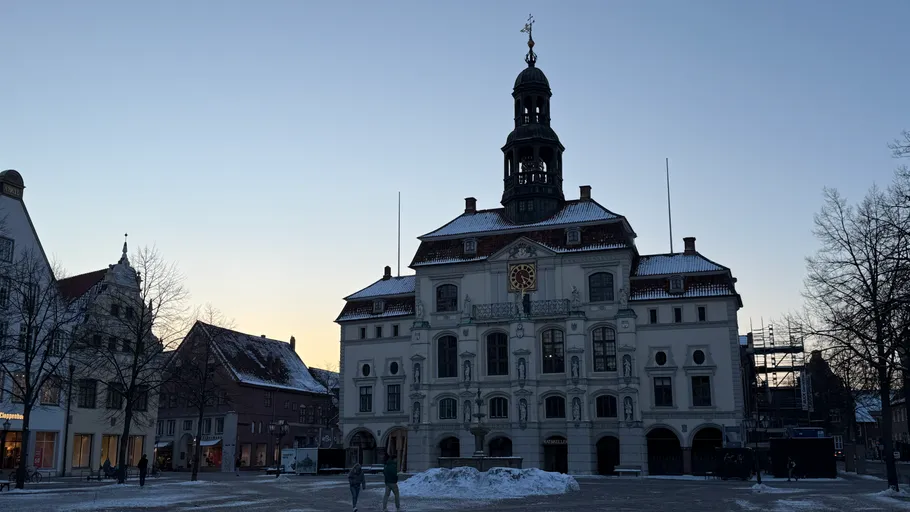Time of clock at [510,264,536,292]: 5:18
